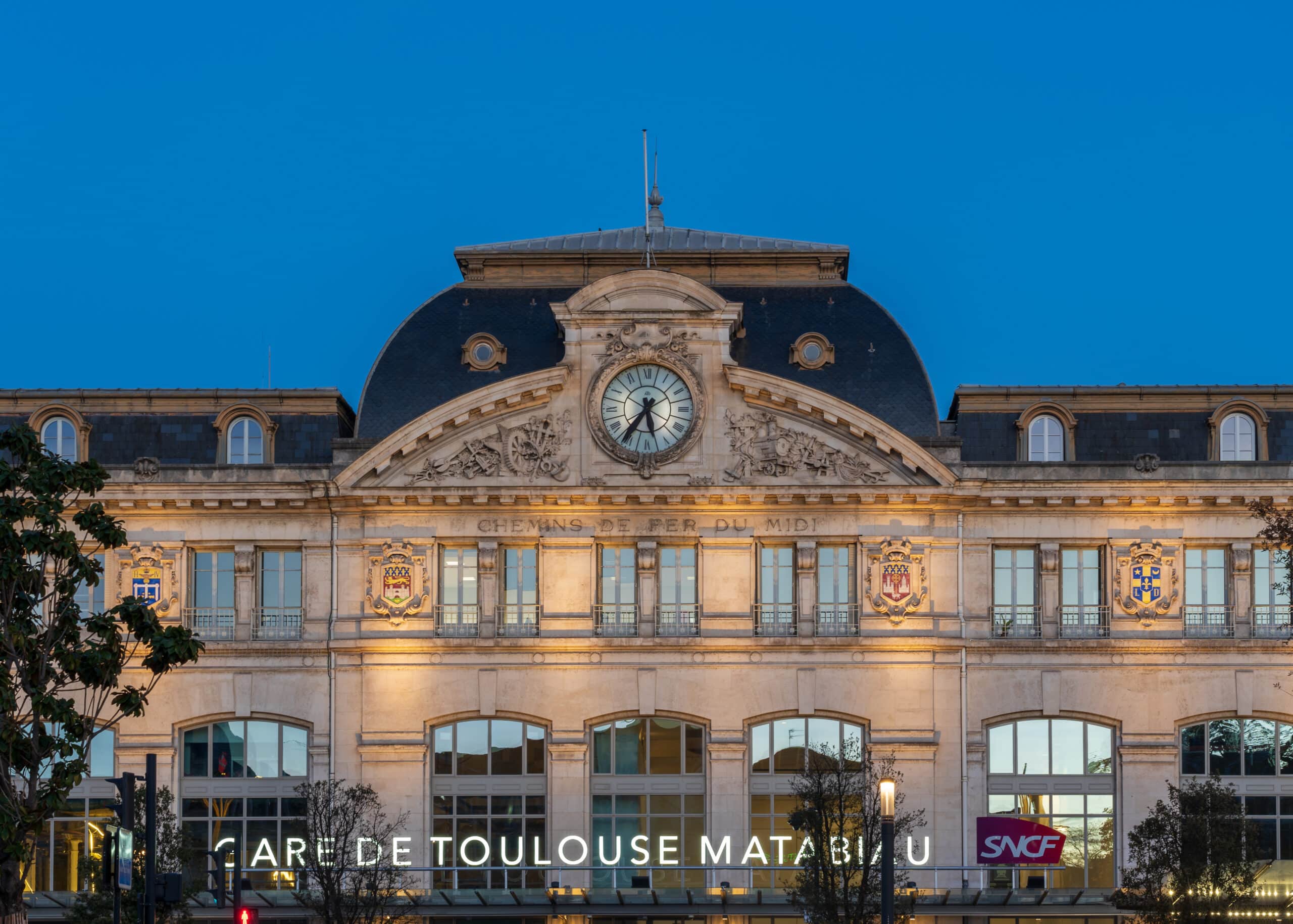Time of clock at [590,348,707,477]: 5:35
